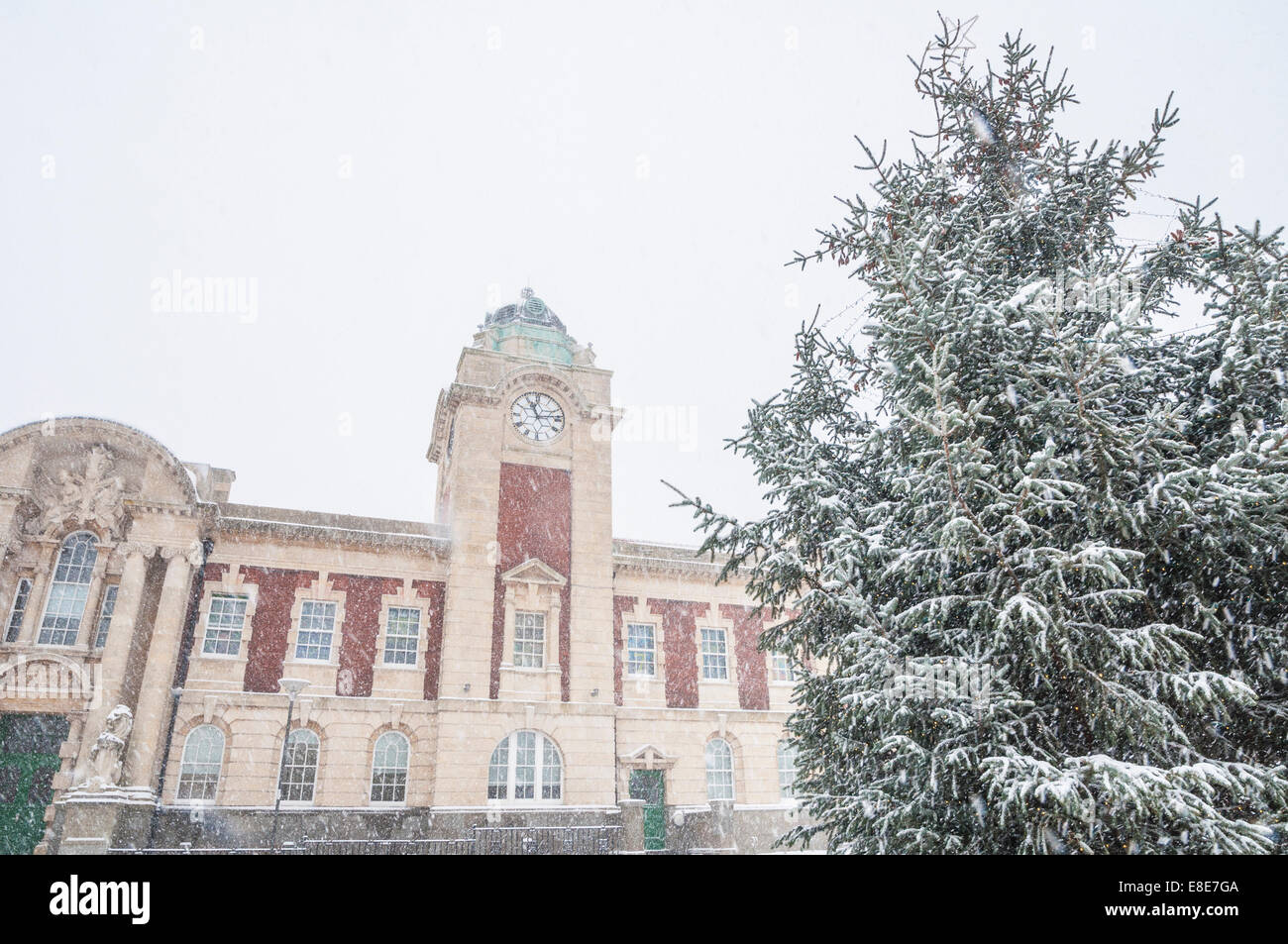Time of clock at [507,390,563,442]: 11:13
